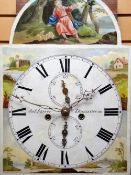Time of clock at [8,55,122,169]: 11:30
